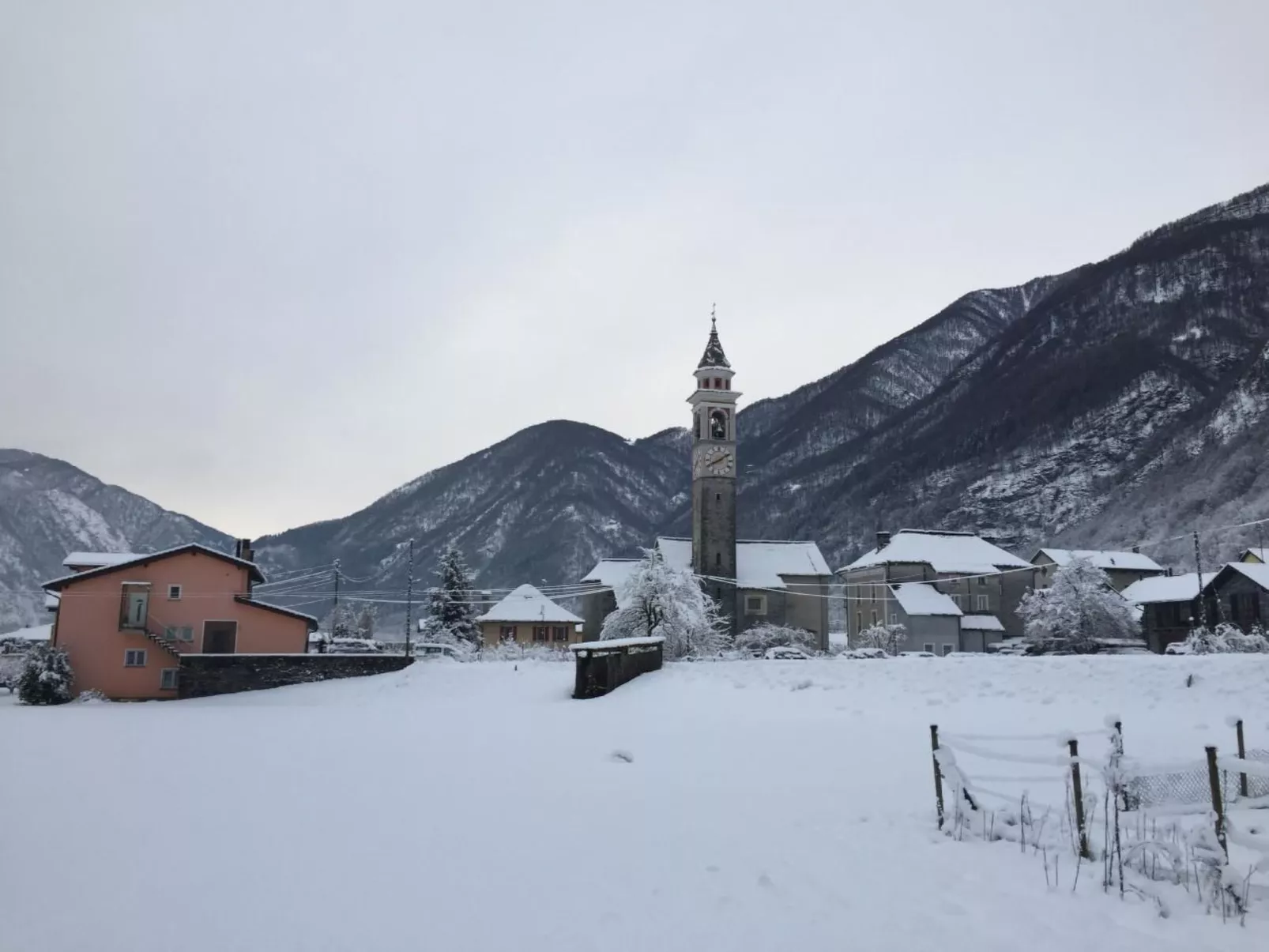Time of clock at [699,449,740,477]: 8:09
